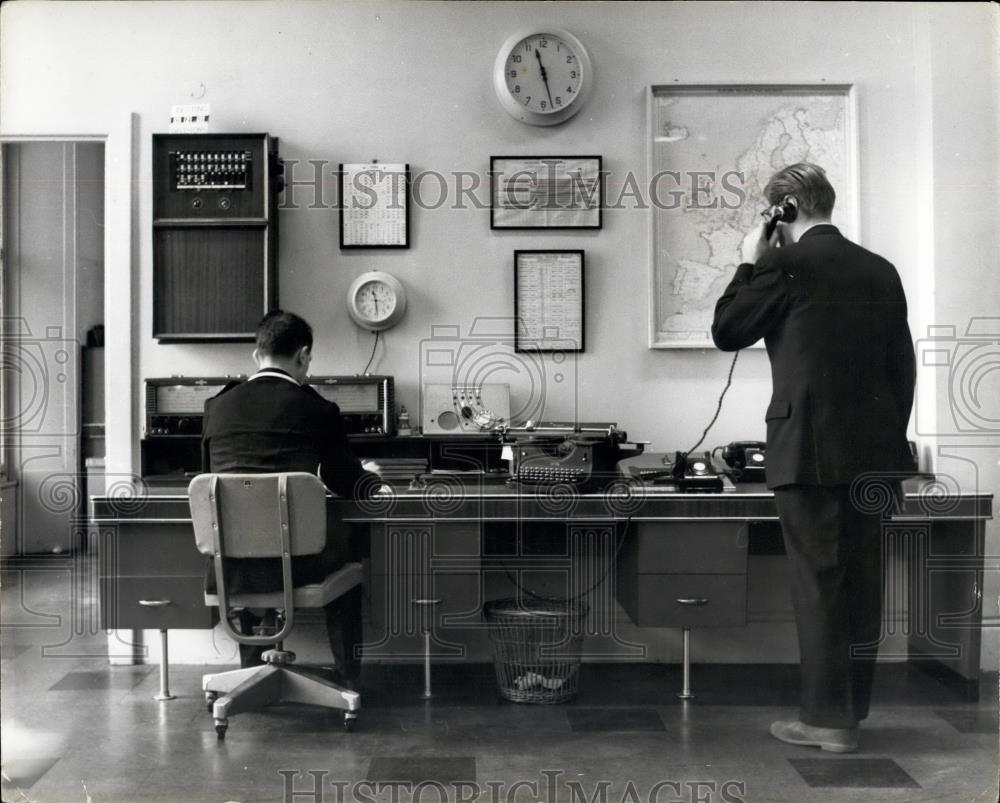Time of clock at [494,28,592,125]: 11:27
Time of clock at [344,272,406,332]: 11:28
